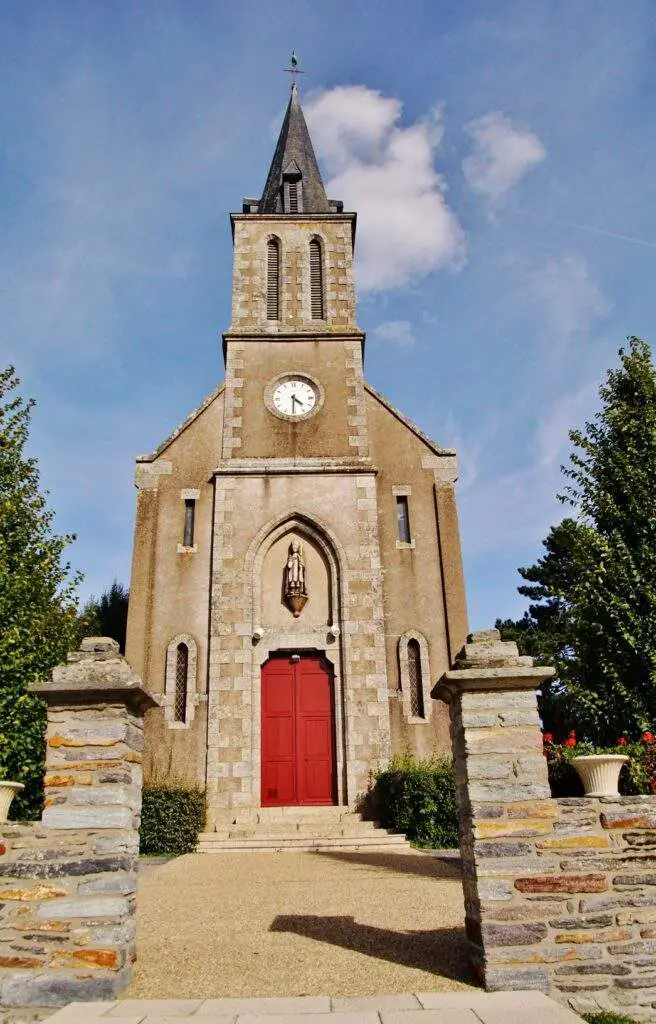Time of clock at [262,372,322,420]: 4:30
